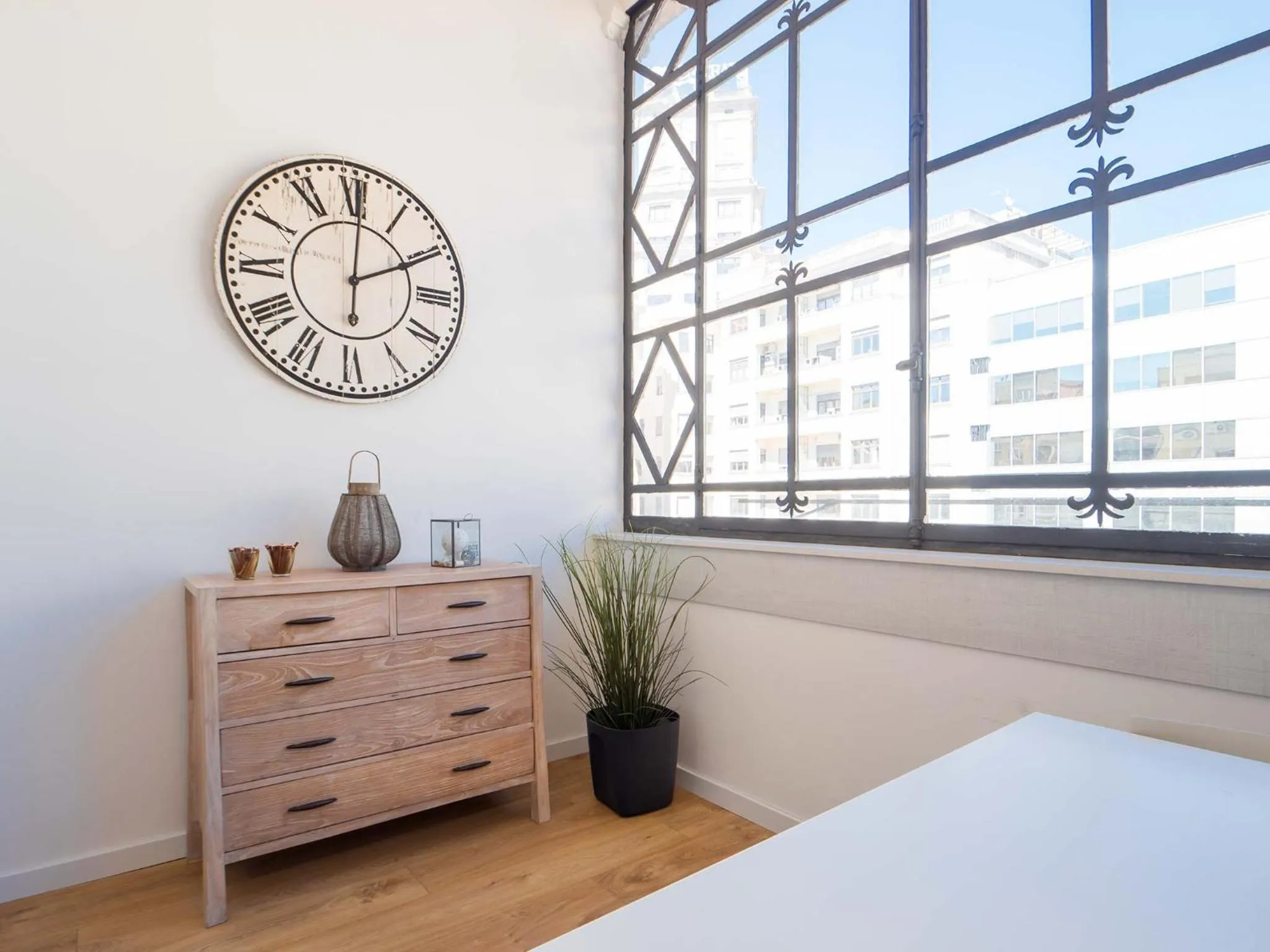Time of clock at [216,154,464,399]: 2:00
